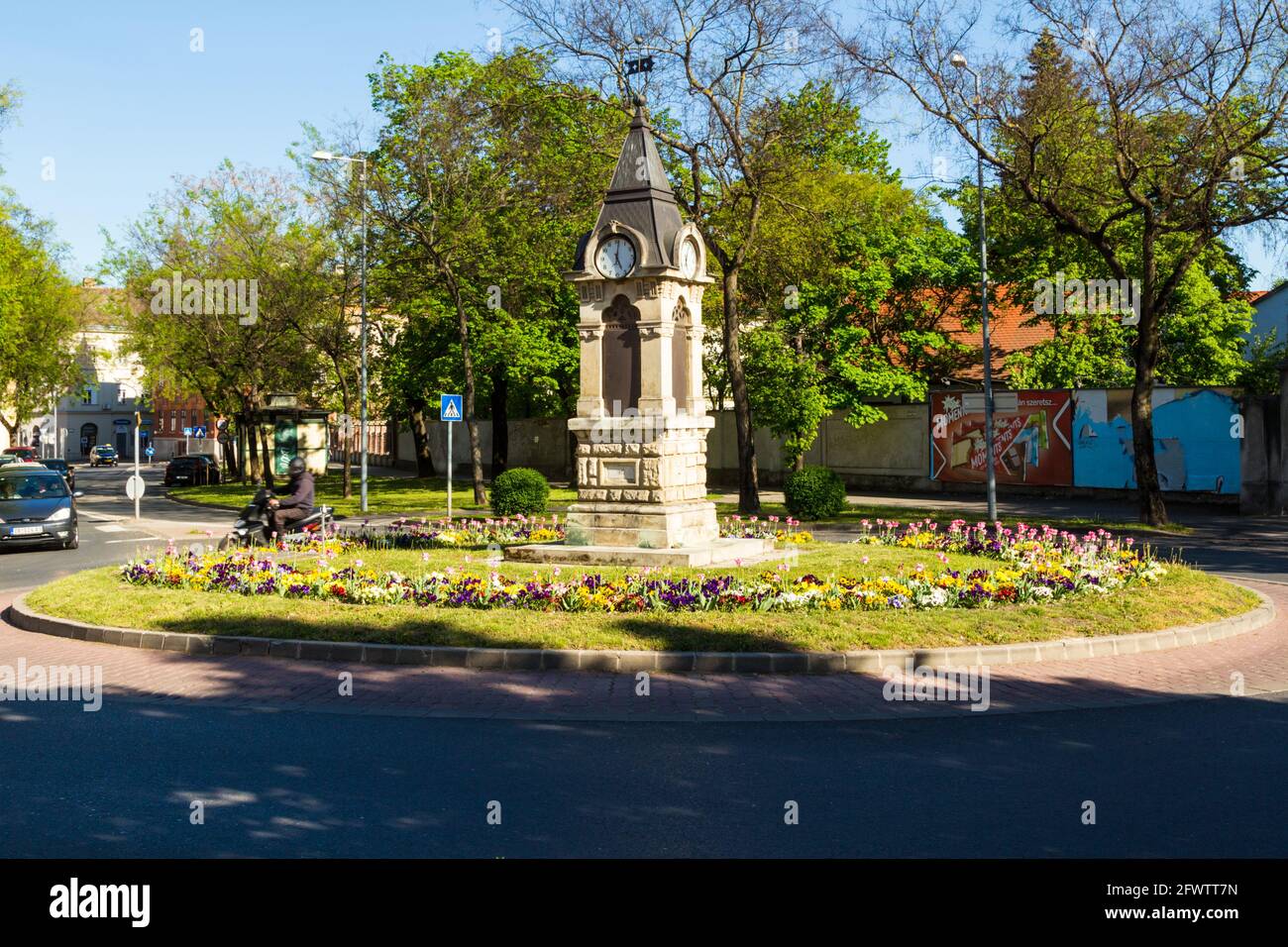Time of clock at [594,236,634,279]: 5:01
